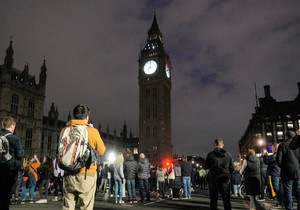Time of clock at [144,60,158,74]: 7:59
